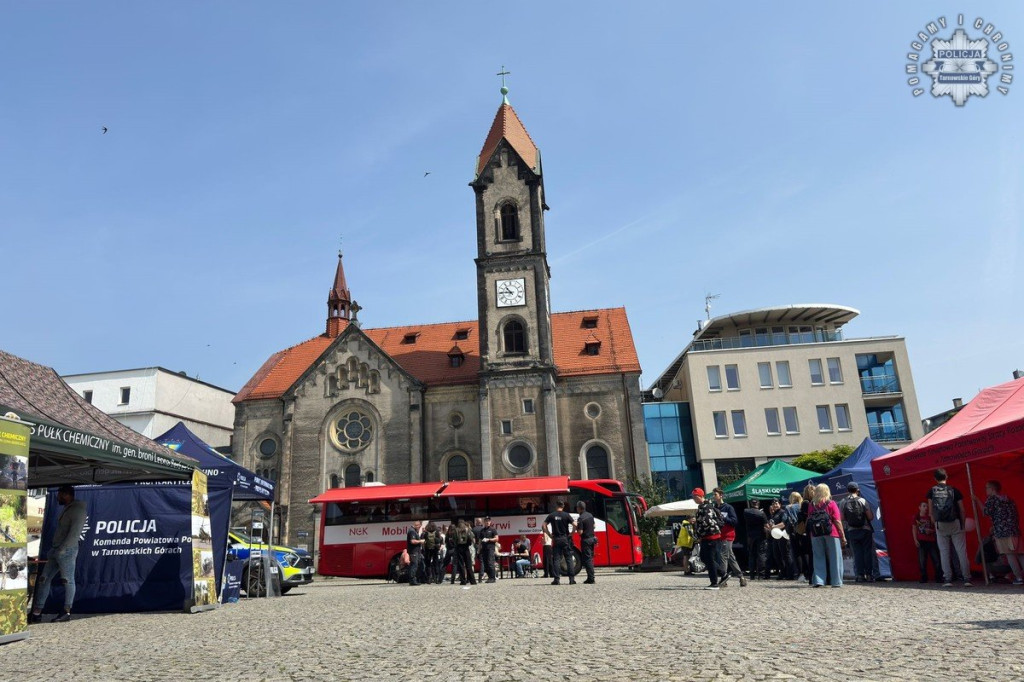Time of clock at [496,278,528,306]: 10:45
